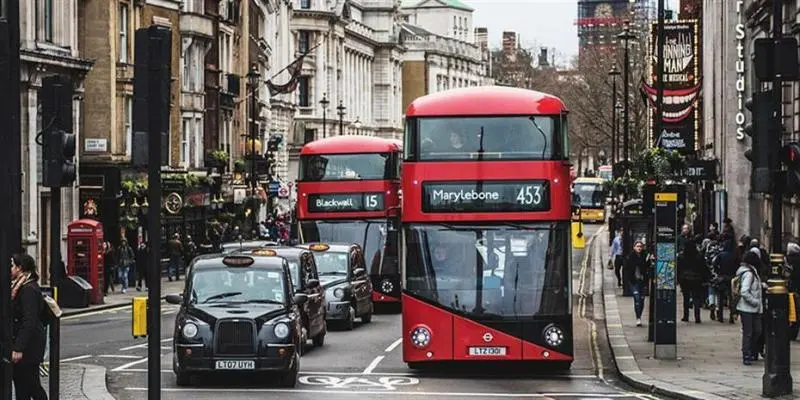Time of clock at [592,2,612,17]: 2:23
